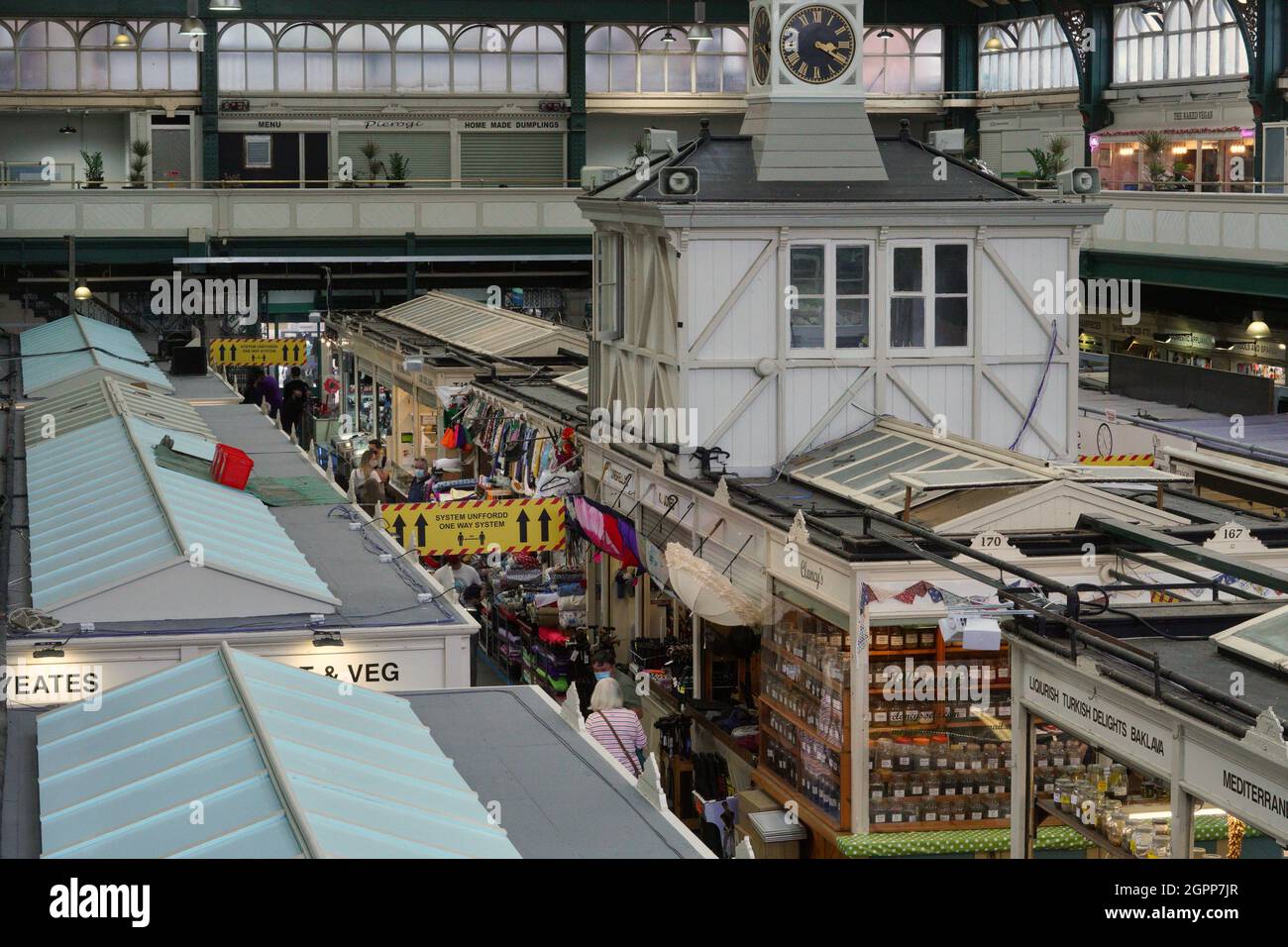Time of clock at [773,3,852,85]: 3:20
